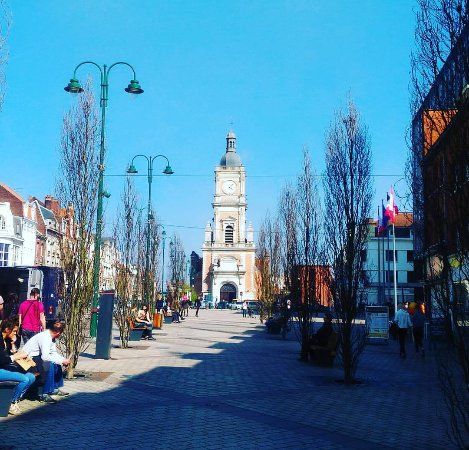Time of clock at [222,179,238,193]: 4:07
